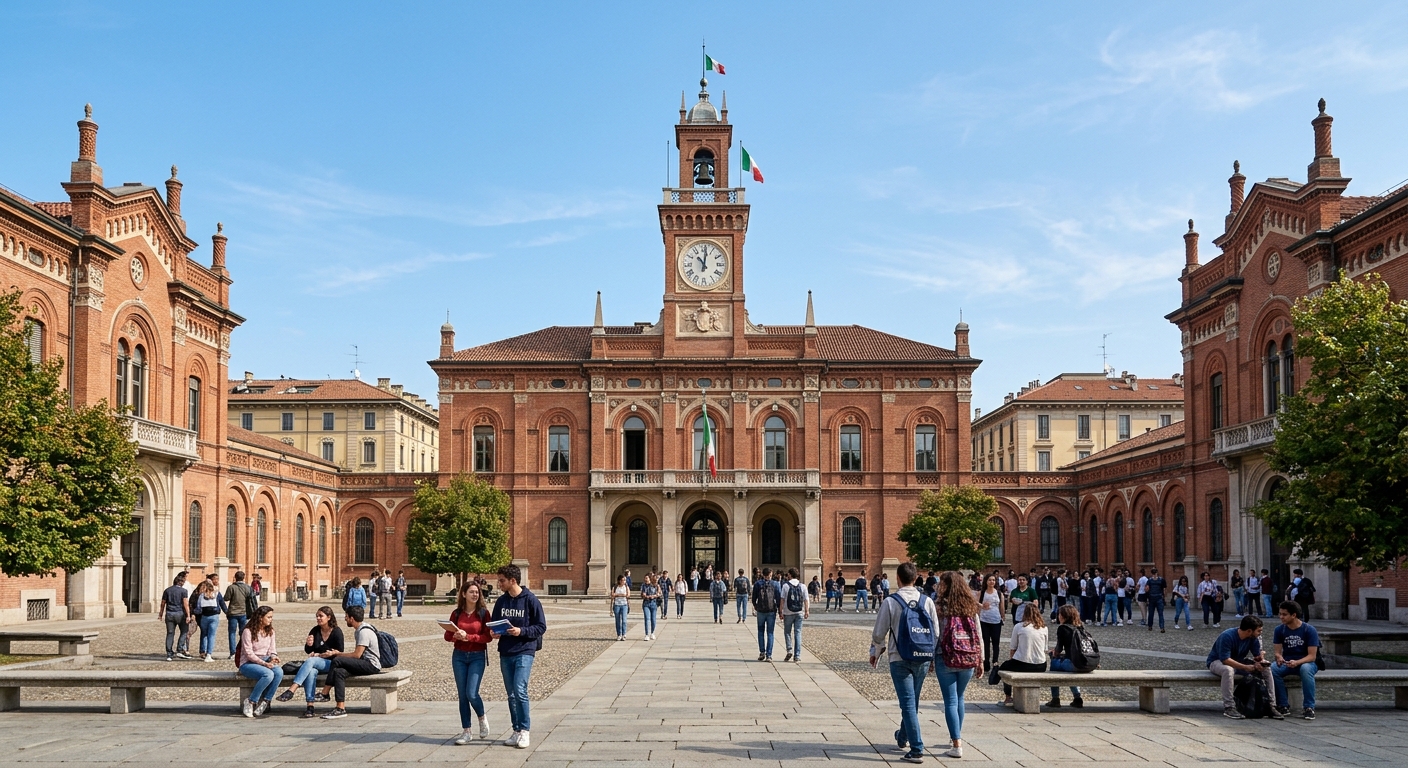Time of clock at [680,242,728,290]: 11:01
